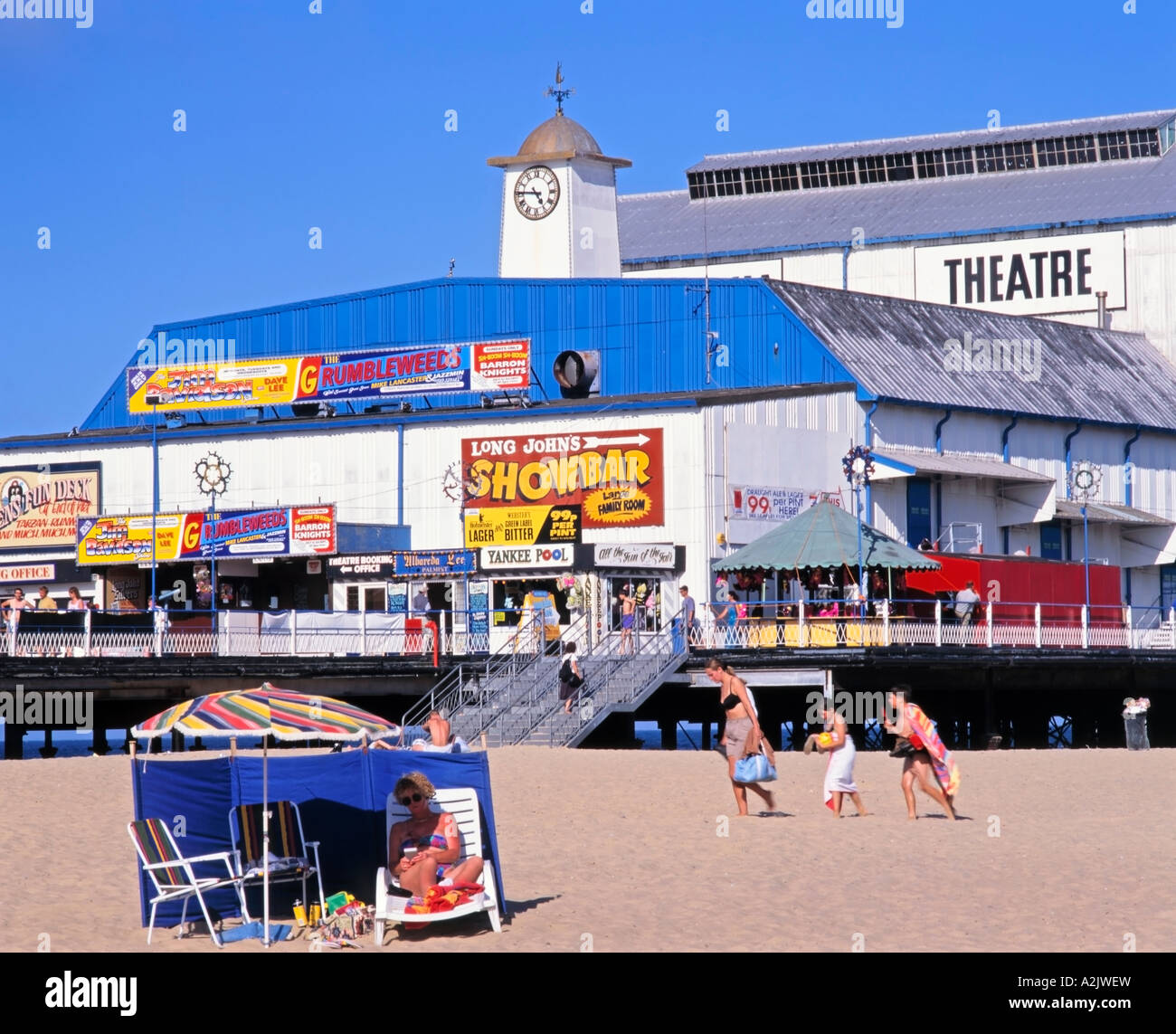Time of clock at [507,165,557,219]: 4:45
